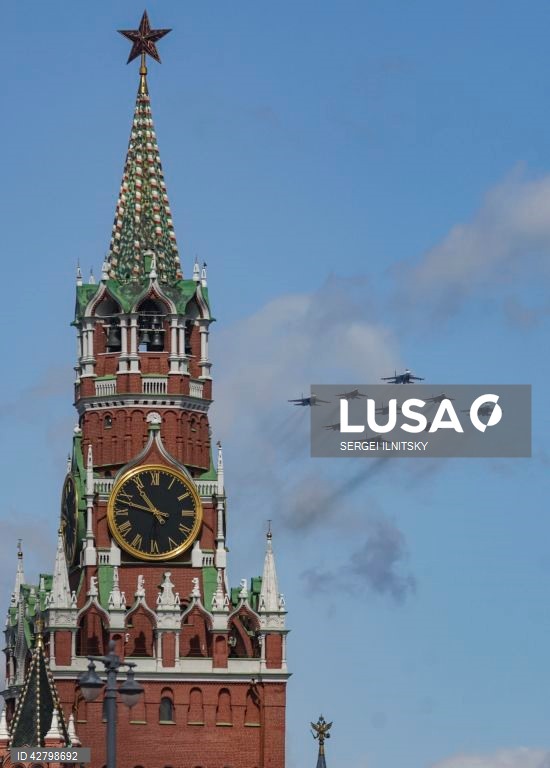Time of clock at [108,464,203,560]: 10:47
